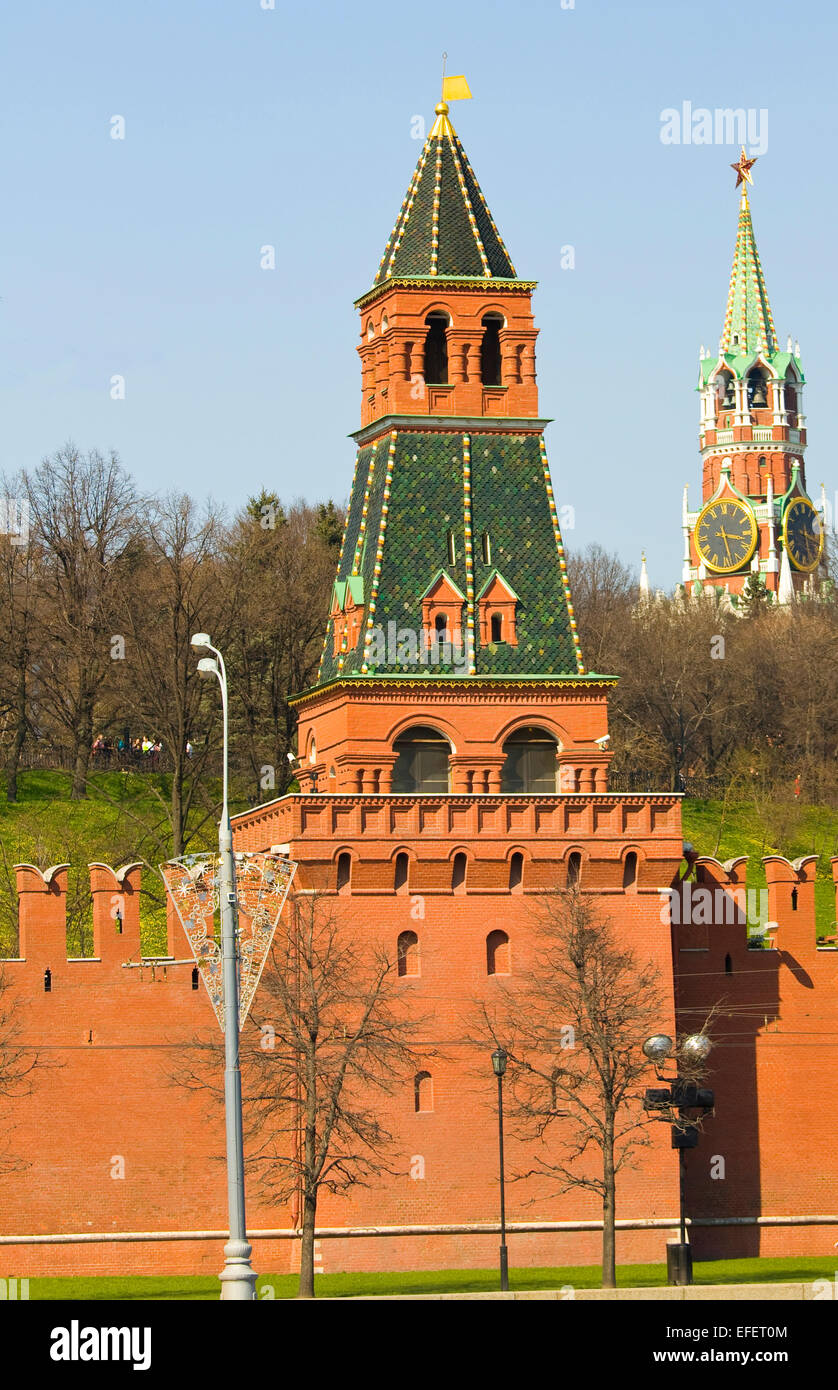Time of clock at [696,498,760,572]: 3:27
